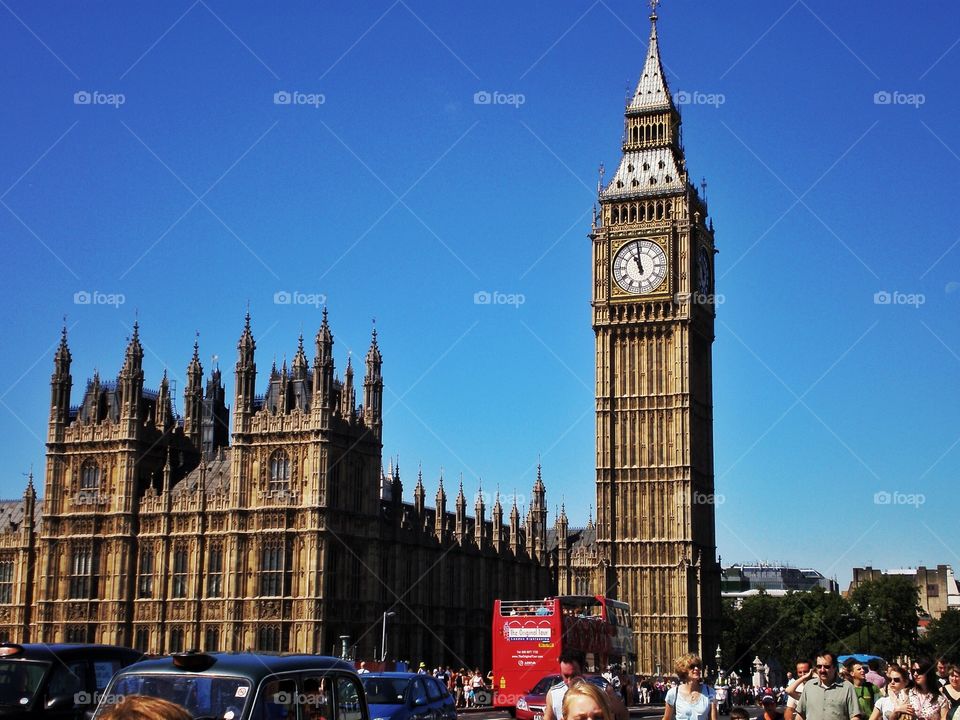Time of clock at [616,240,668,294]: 10:58
